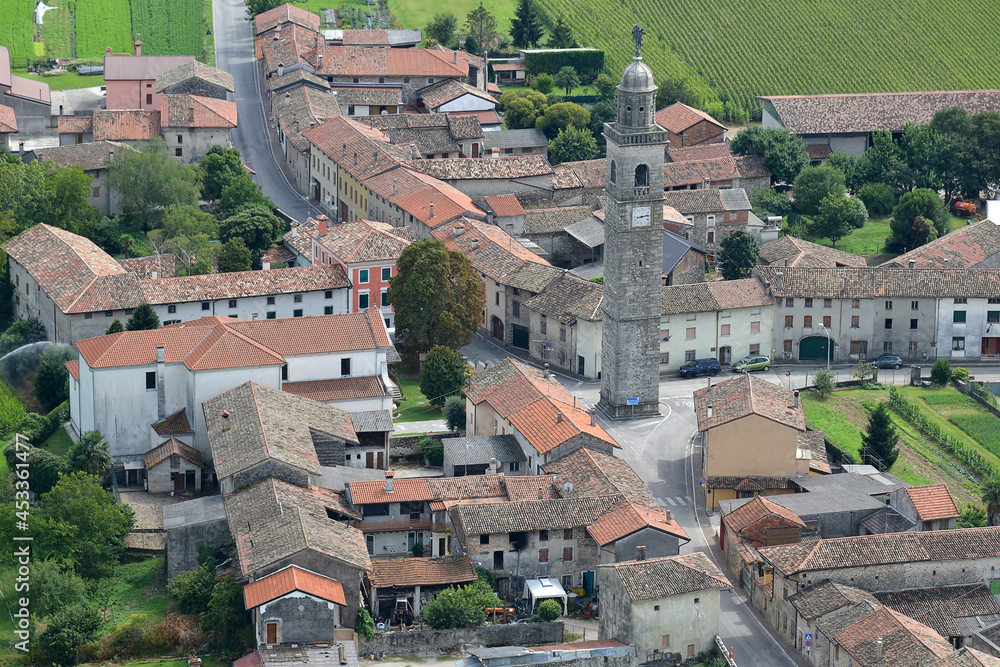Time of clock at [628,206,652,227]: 8:12
